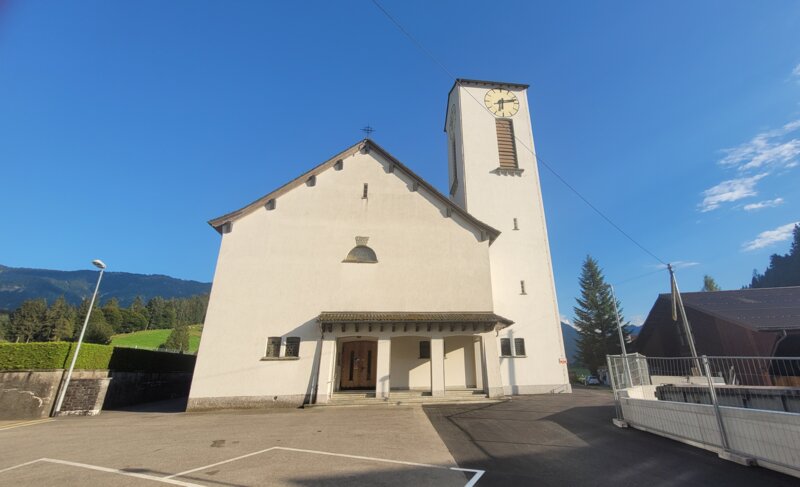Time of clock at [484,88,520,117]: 6:12
